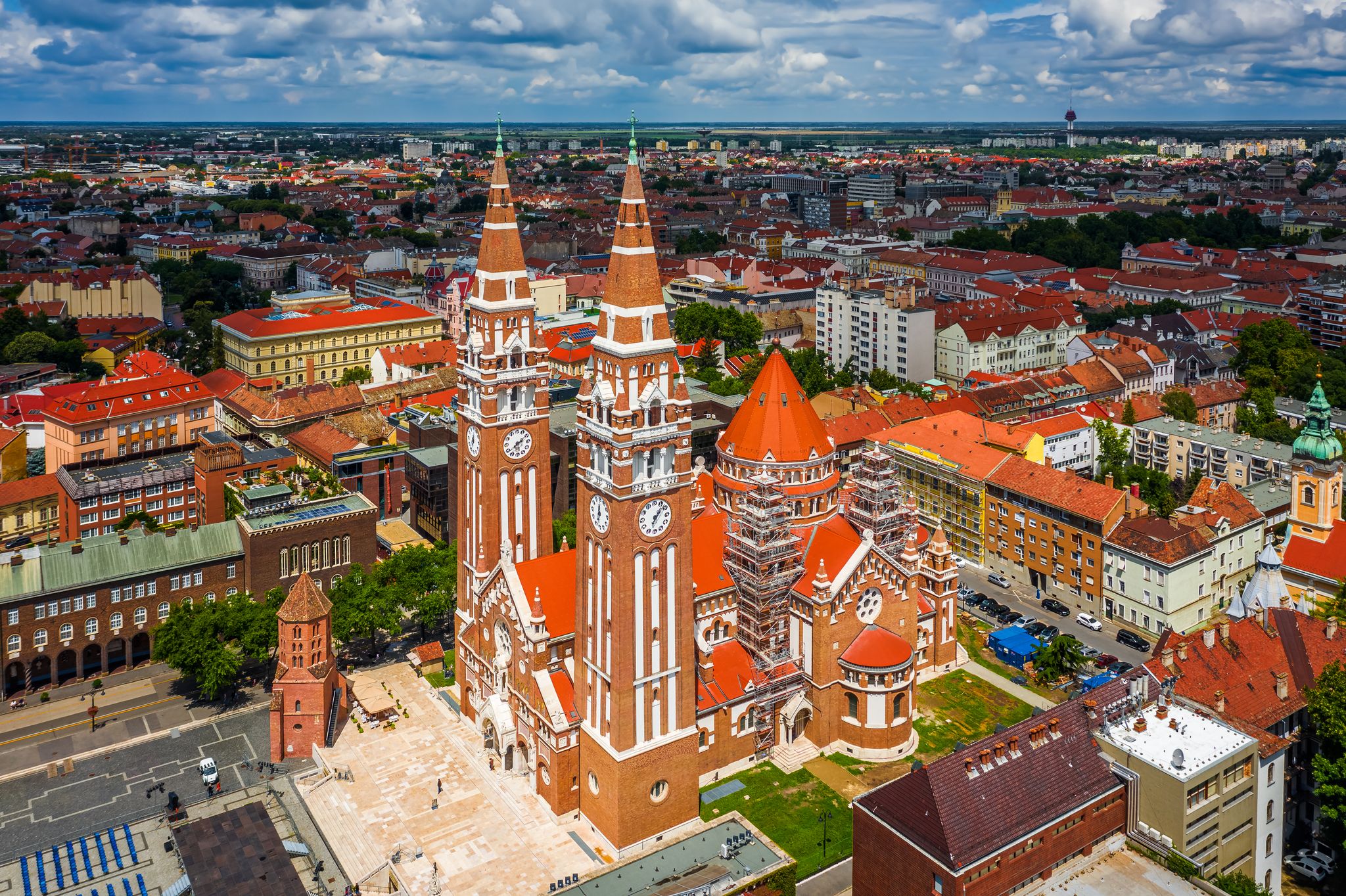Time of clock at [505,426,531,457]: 2:09
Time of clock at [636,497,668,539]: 7:07
